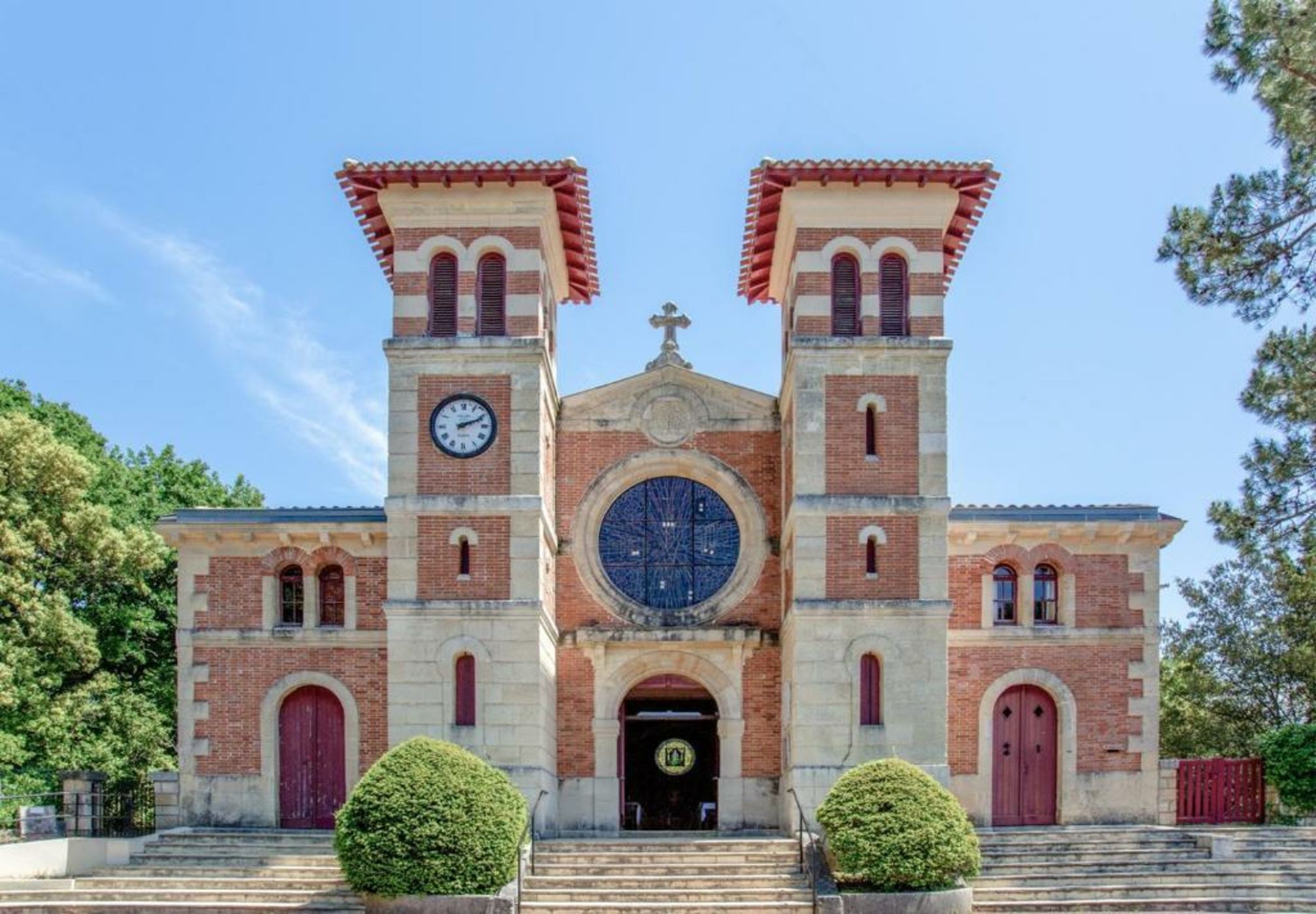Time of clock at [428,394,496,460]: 2:11
